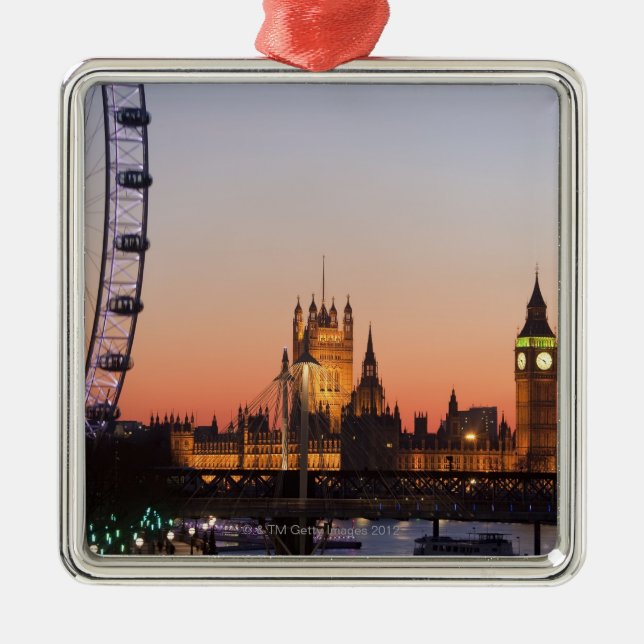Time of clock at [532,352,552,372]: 4:49
